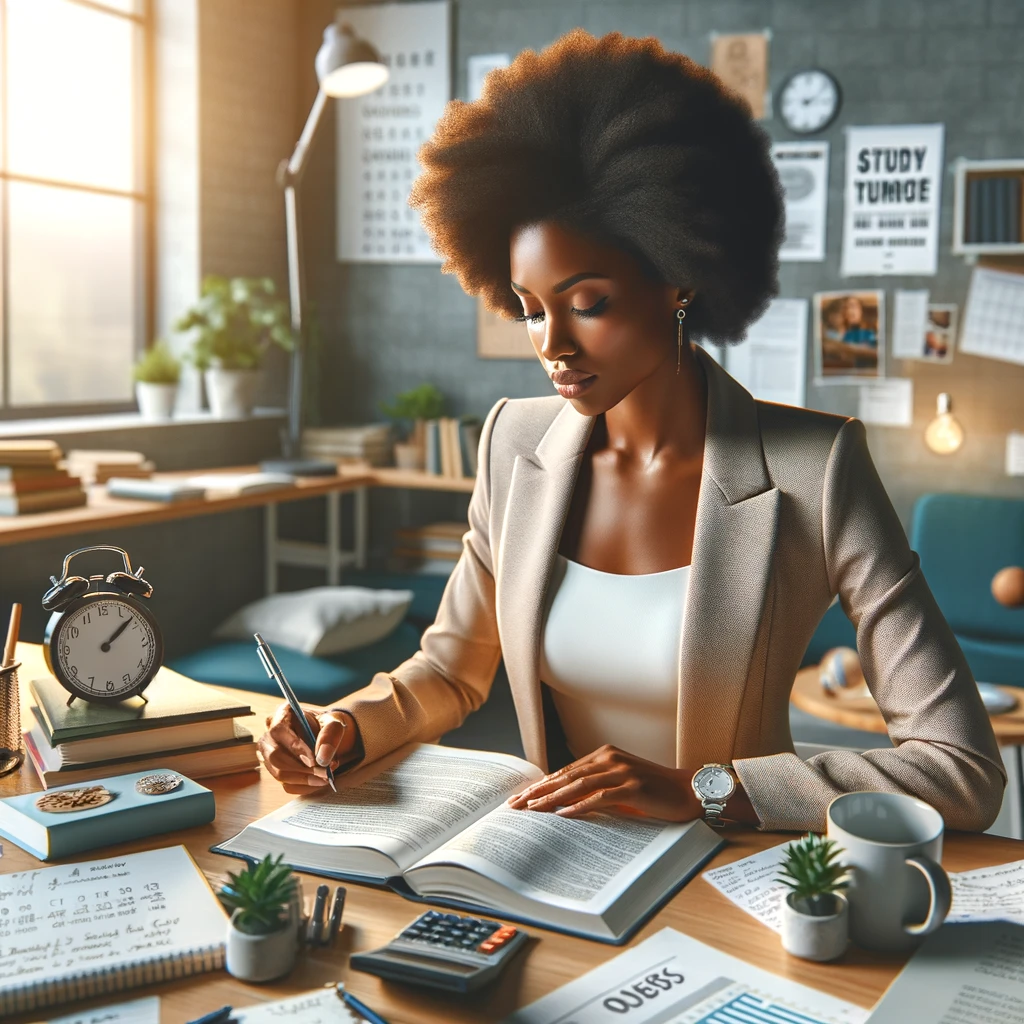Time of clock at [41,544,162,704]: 1:08
